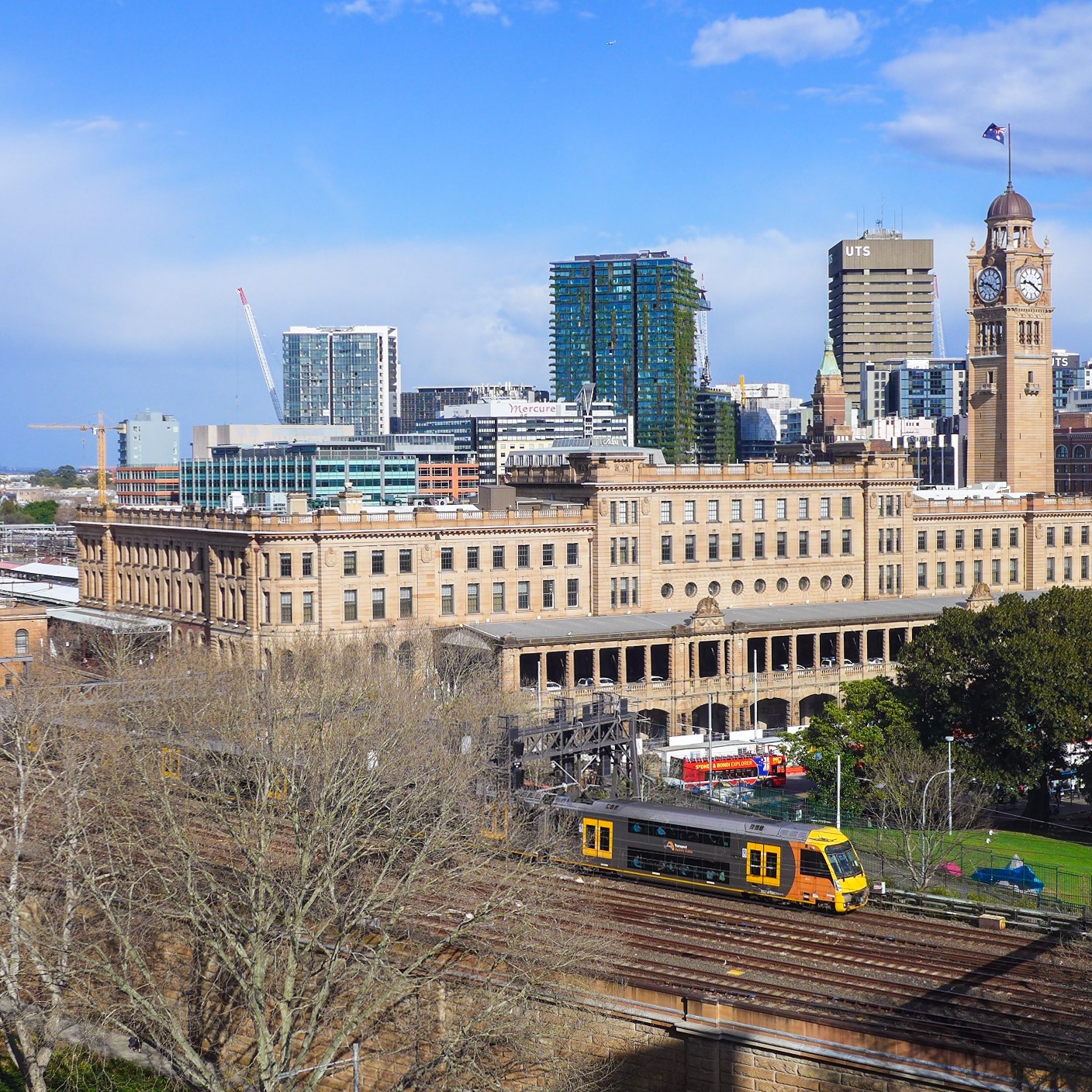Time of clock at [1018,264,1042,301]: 9:20
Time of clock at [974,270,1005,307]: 9:21
